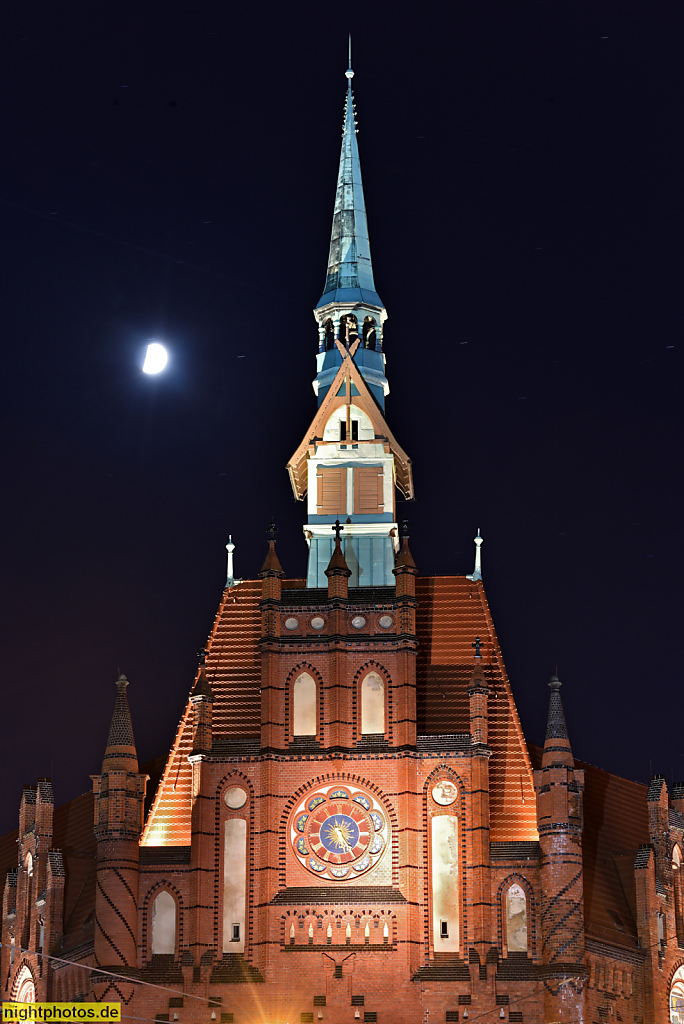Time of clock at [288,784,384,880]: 5:24
